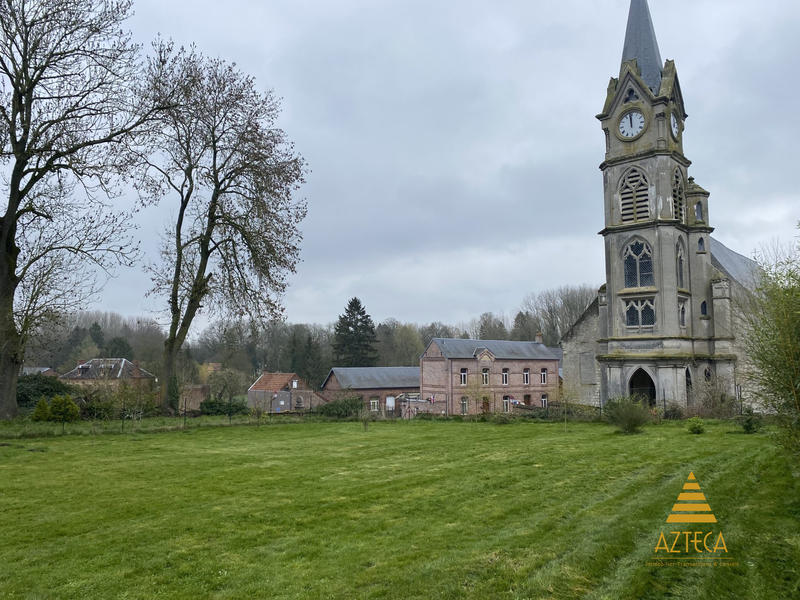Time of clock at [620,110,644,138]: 11:59
